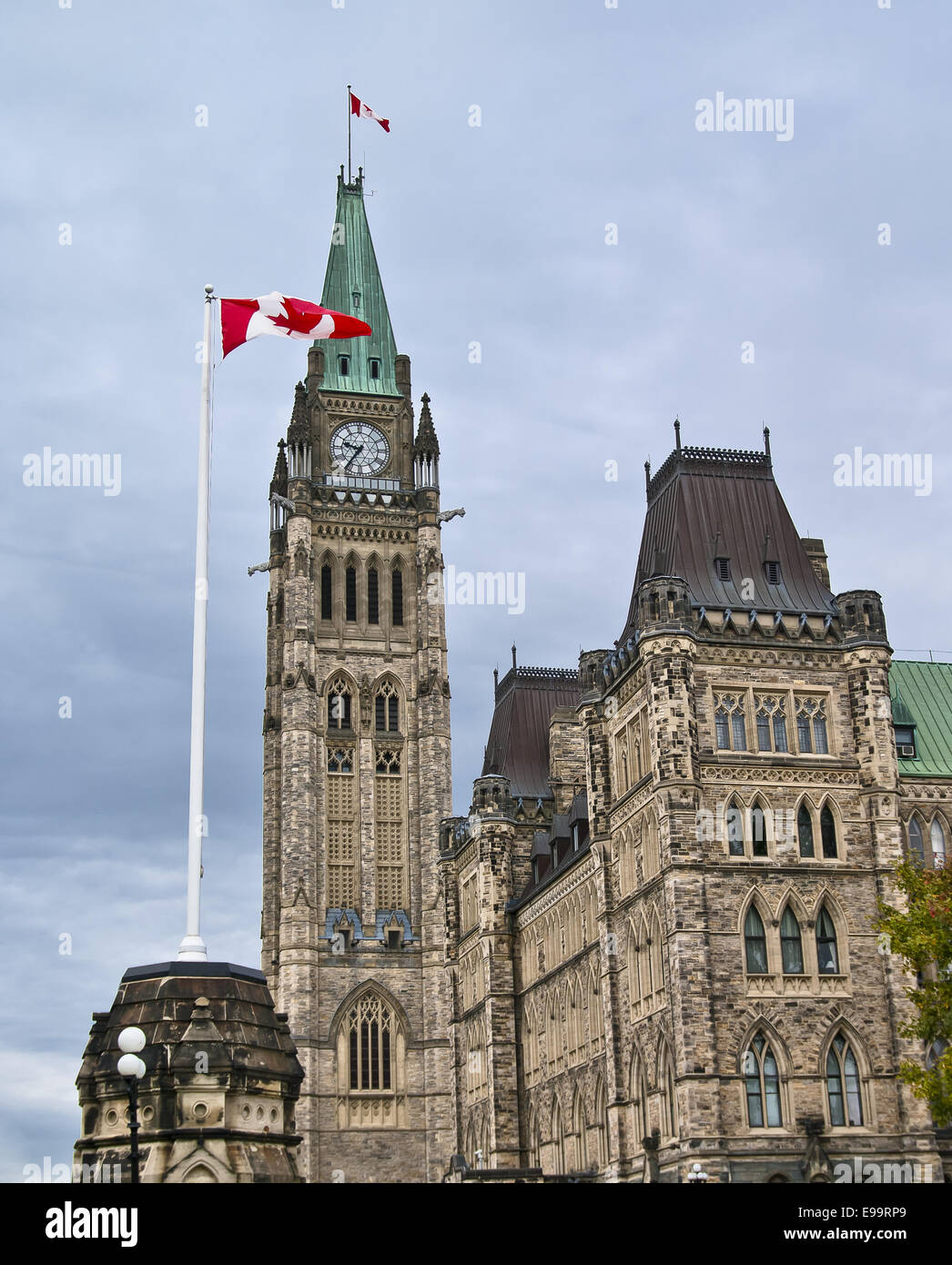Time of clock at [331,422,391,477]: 9:35
